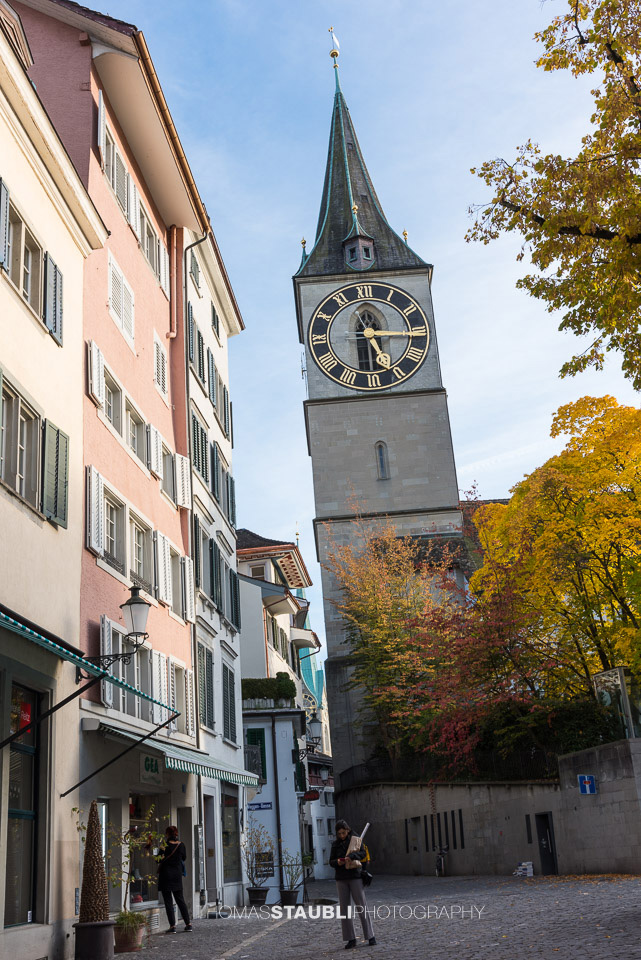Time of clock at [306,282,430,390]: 5:15
